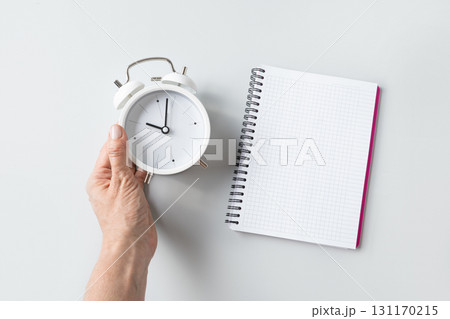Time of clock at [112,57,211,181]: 10:02
